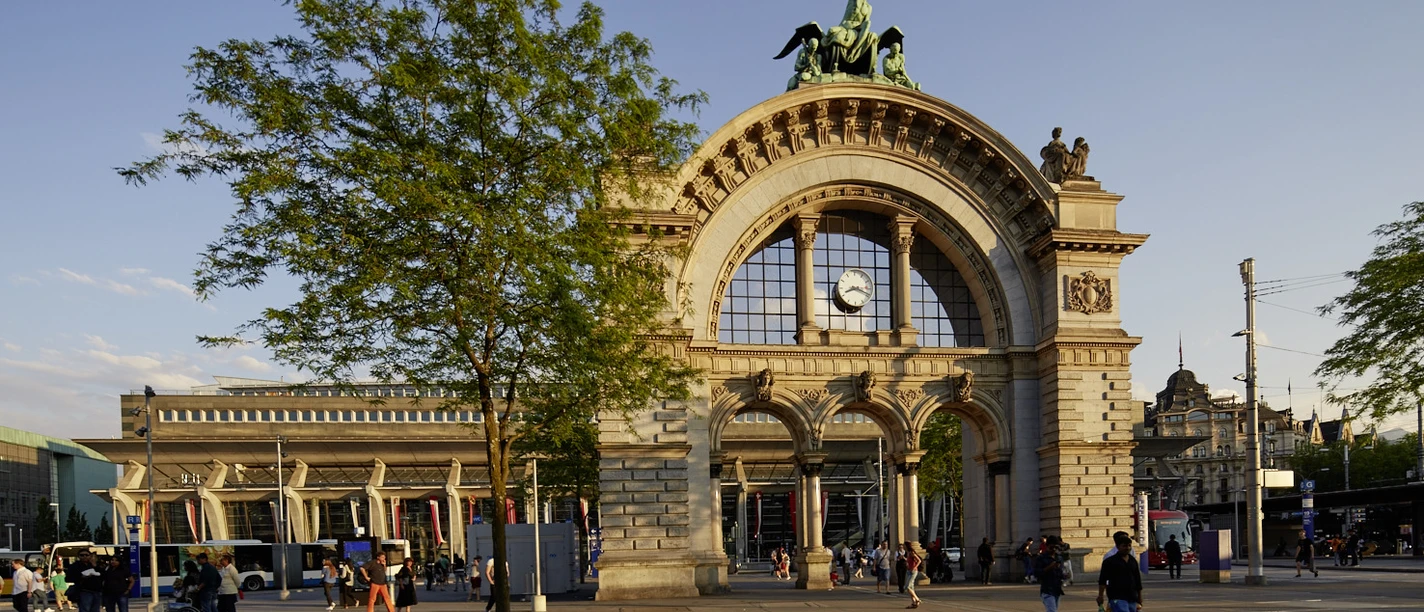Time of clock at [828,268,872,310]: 8:18
